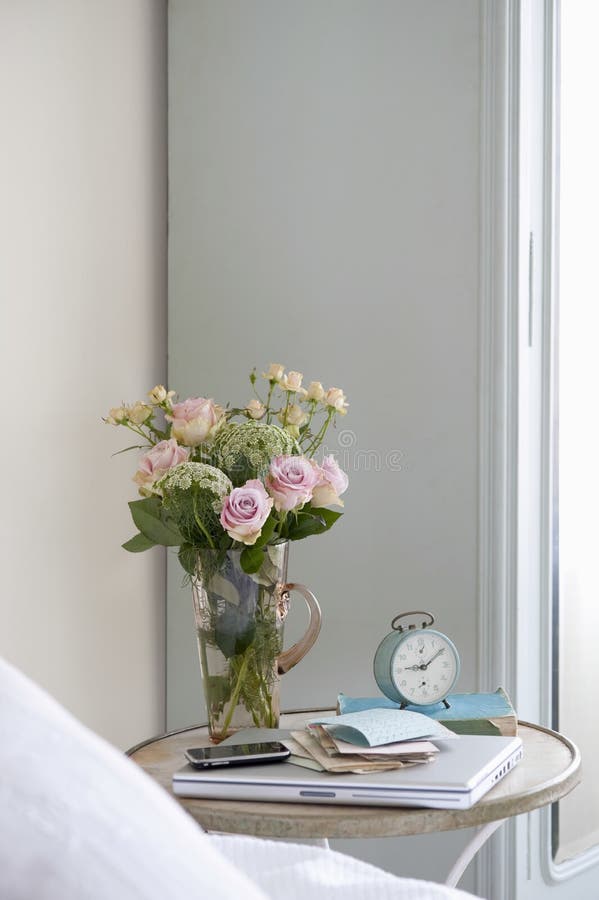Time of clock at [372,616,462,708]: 9:08
